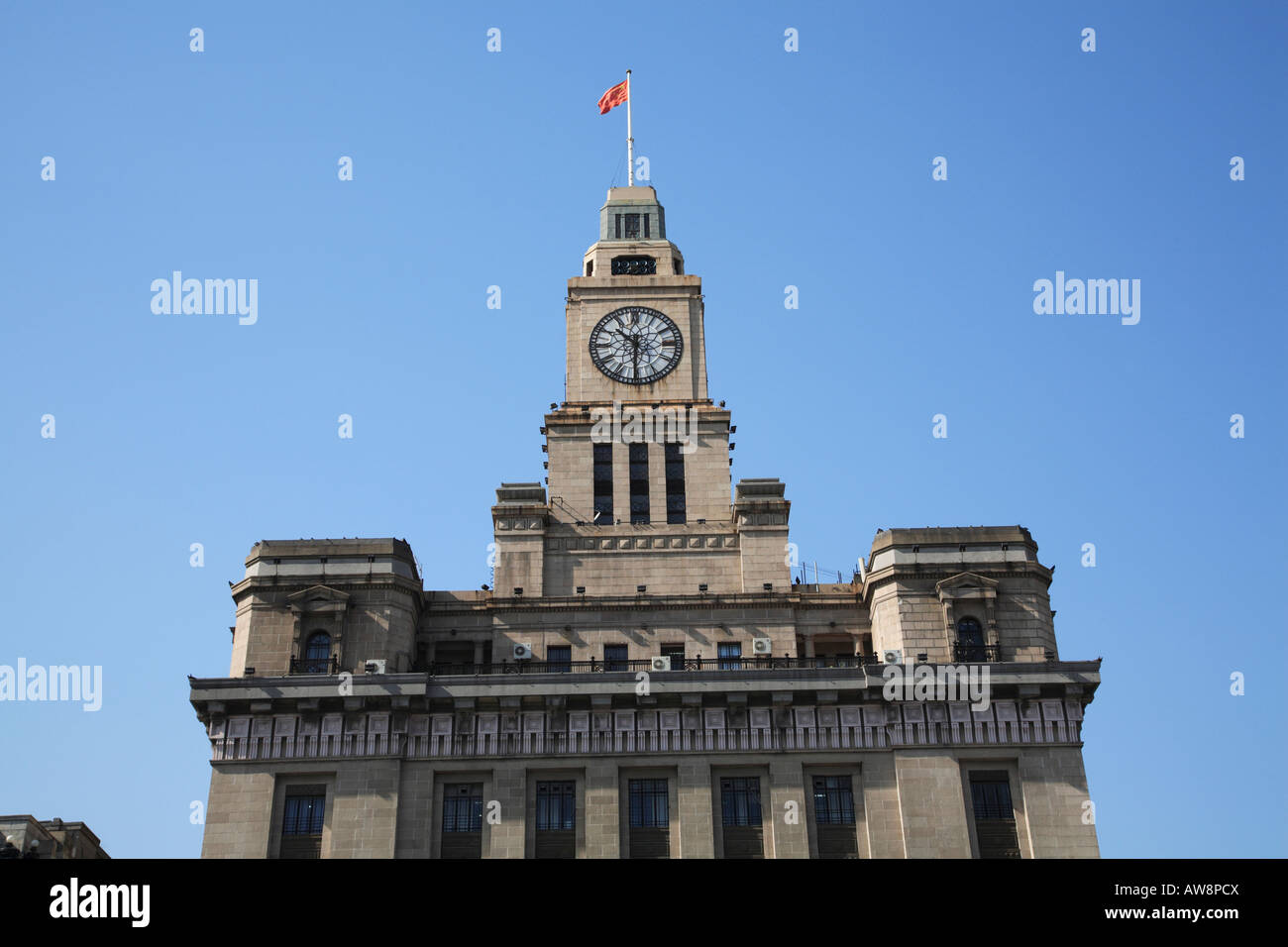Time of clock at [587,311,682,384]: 10:30
